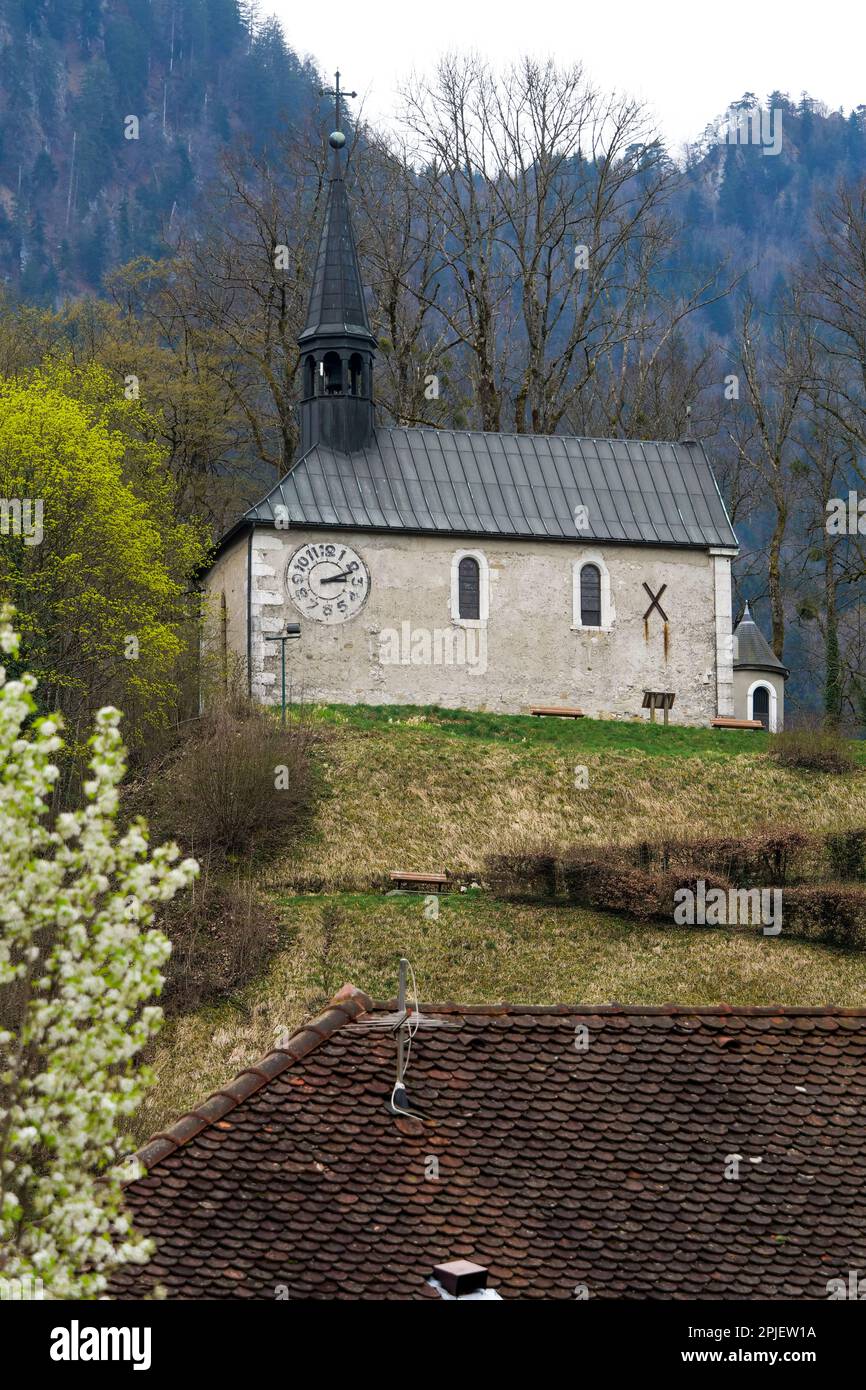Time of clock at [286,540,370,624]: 3:11
